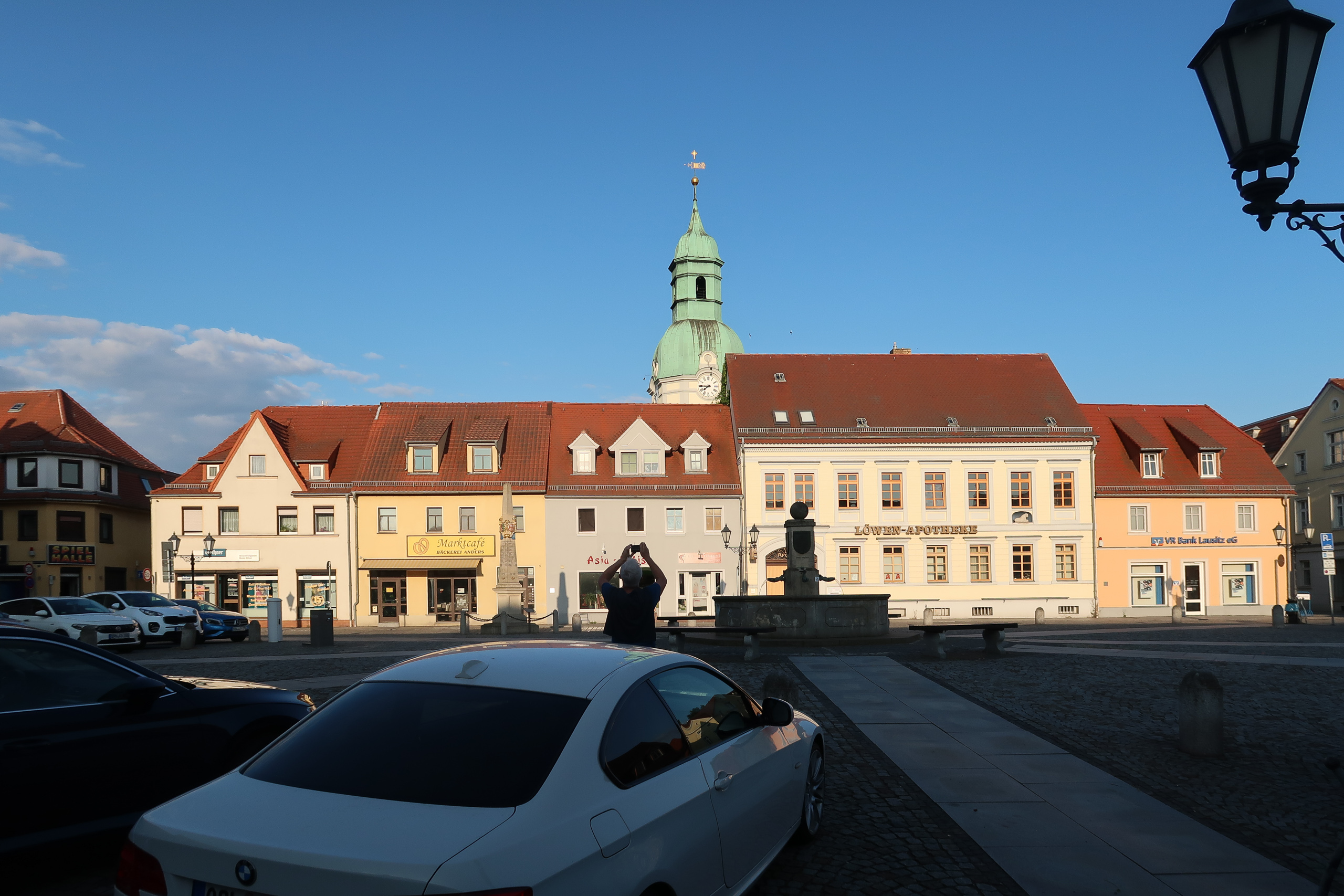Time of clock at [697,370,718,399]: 7:44
